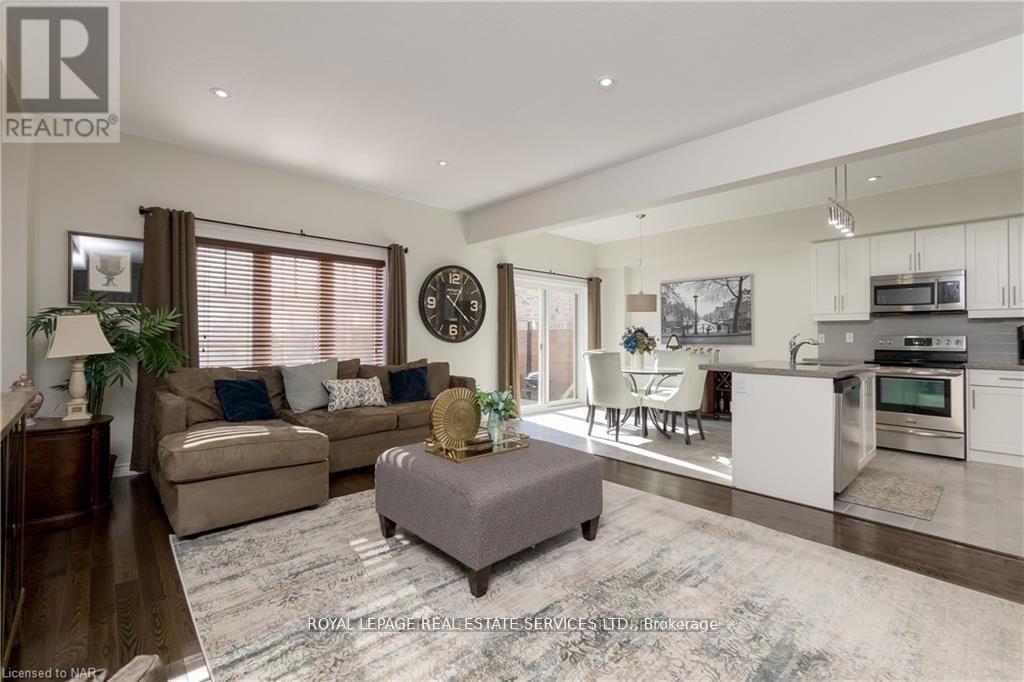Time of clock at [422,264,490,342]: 4:04
